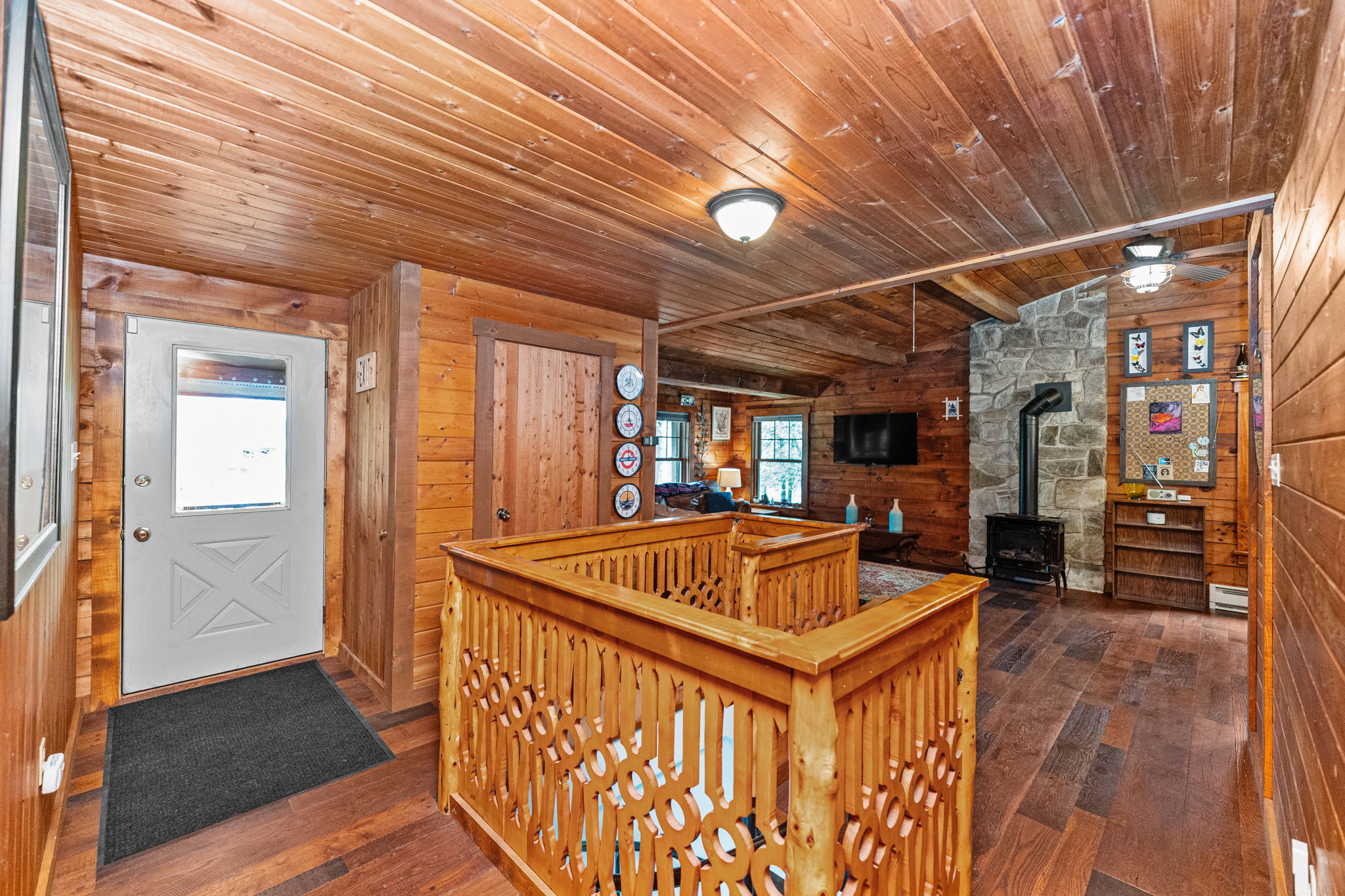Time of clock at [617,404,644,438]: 5:00
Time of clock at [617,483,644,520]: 8:00
